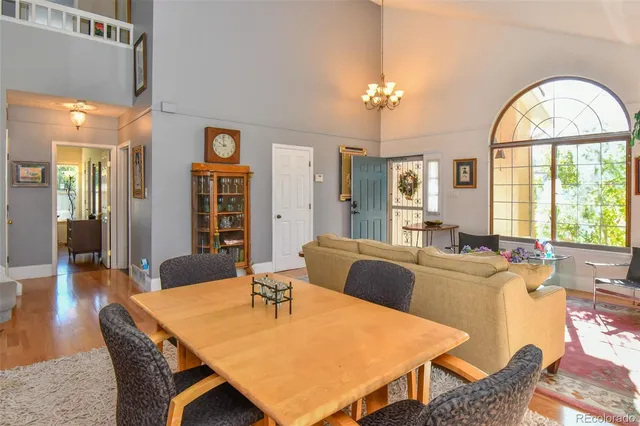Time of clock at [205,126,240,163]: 9:58
